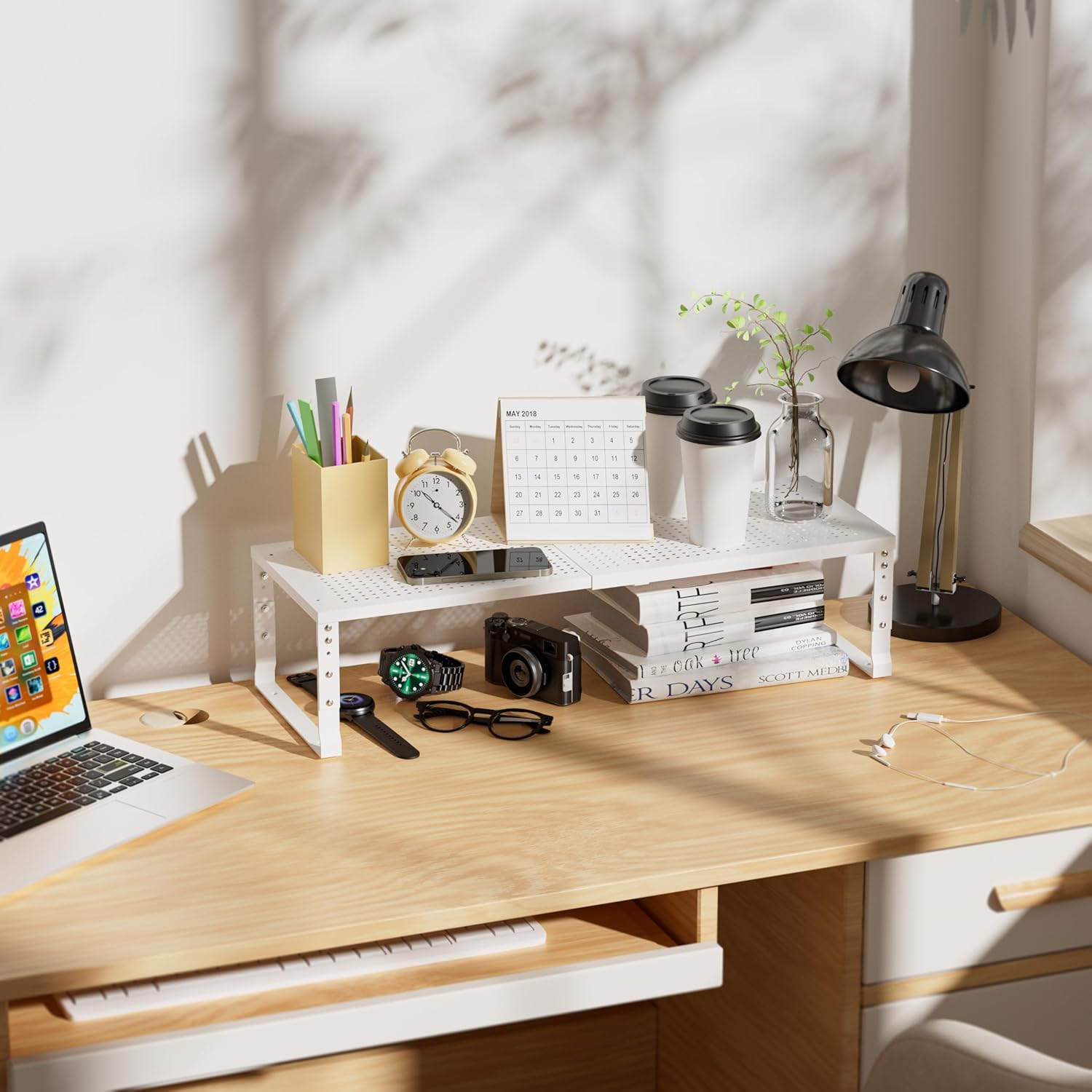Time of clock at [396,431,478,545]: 10:21
